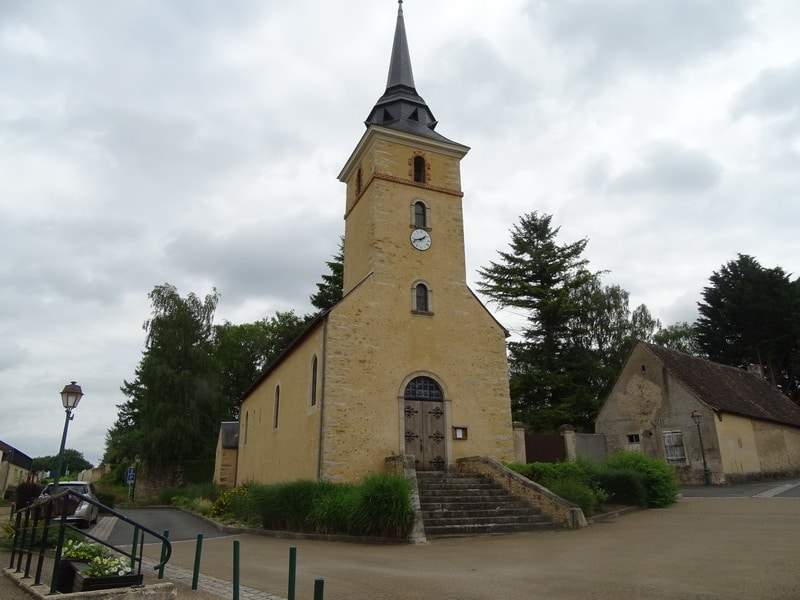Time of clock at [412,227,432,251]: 1:42
